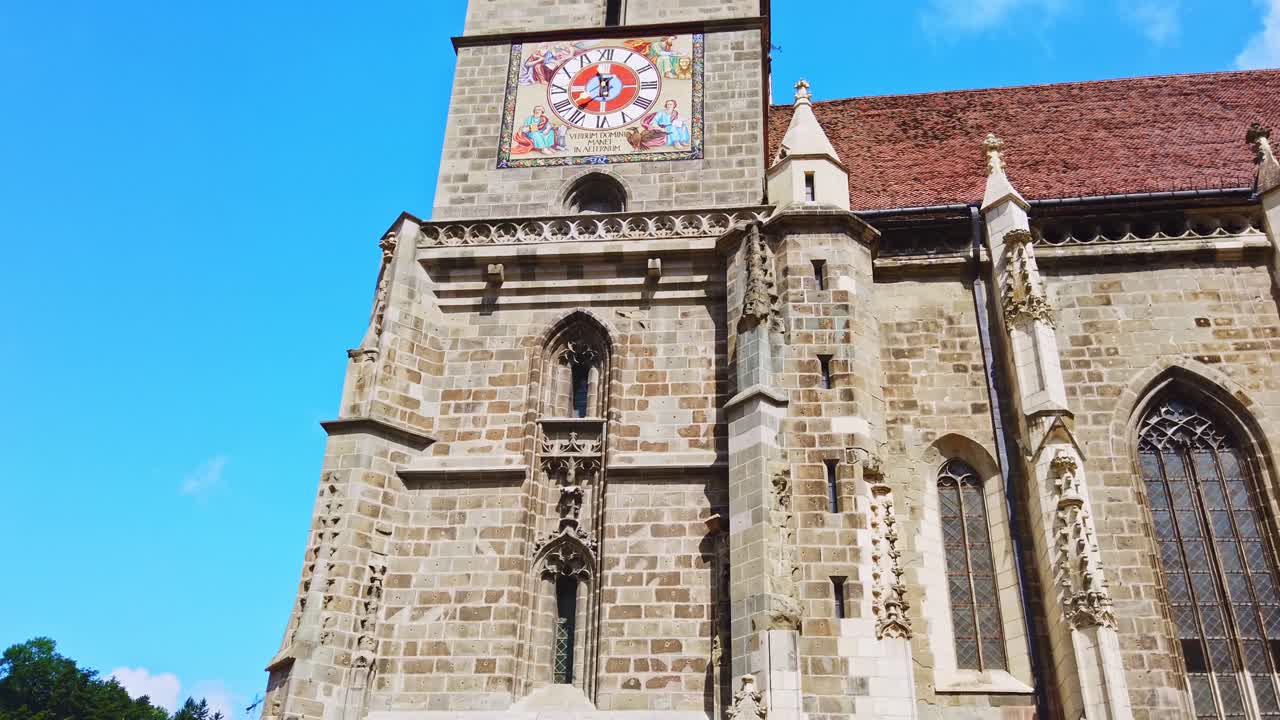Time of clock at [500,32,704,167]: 11:36
